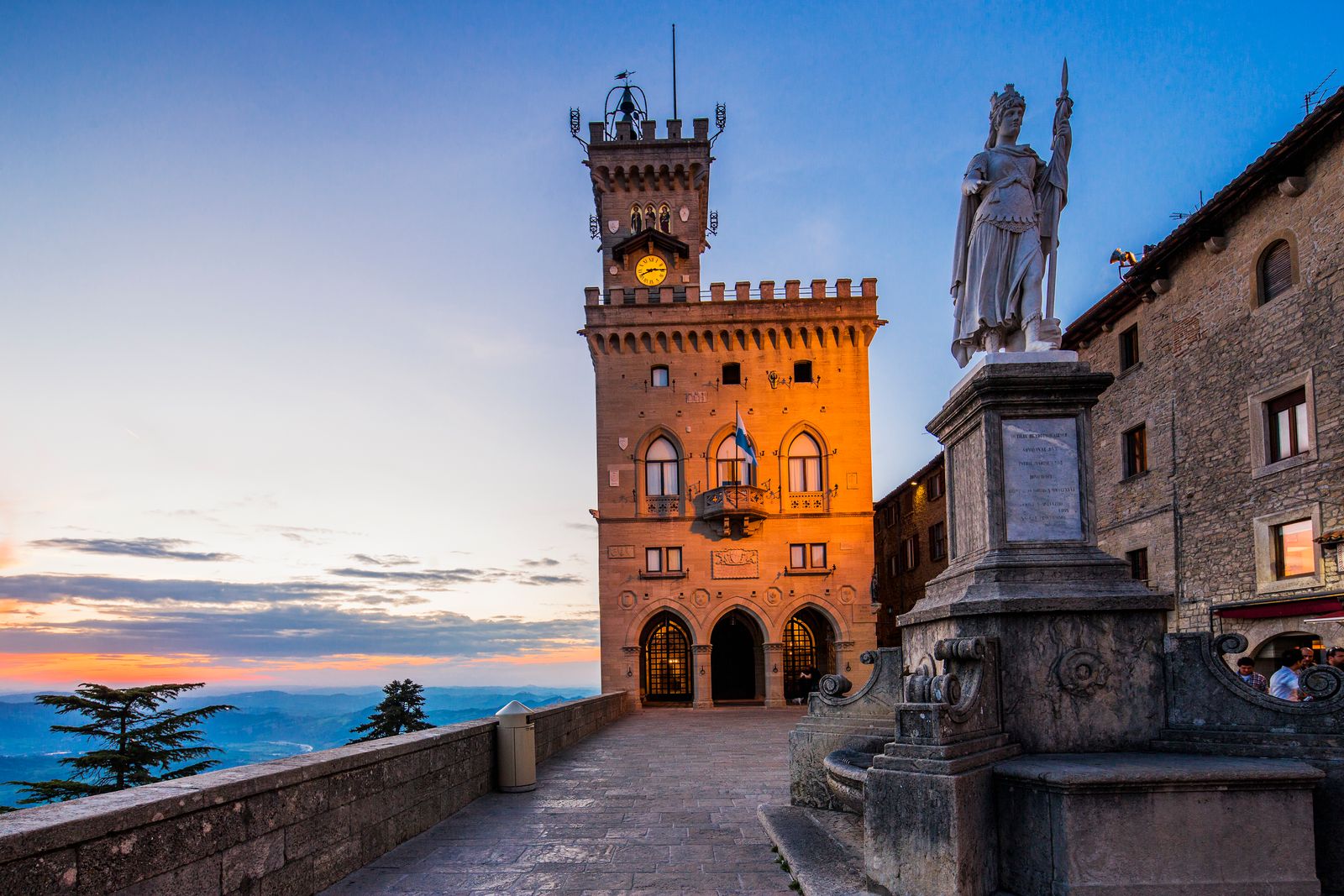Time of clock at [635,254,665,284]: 8:14
